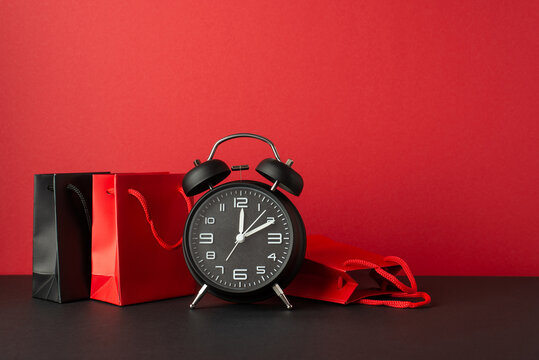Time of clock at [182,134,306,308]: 12:10
